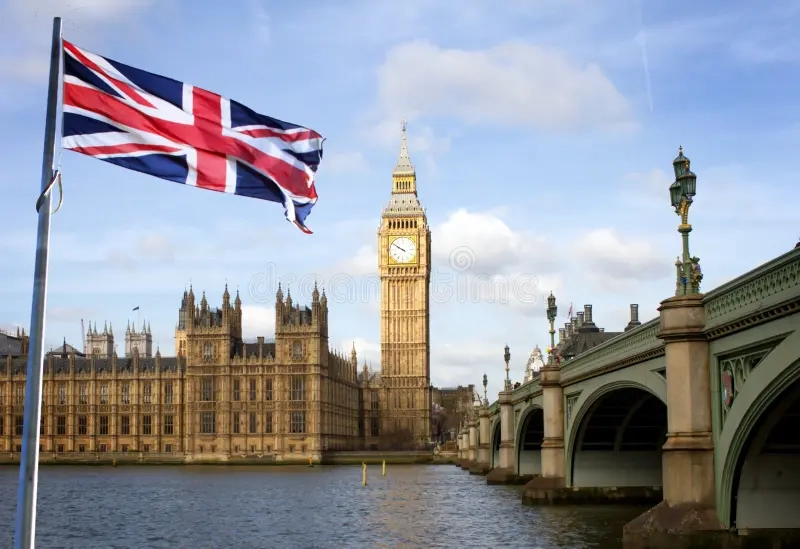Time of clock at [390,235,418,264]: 9:50
